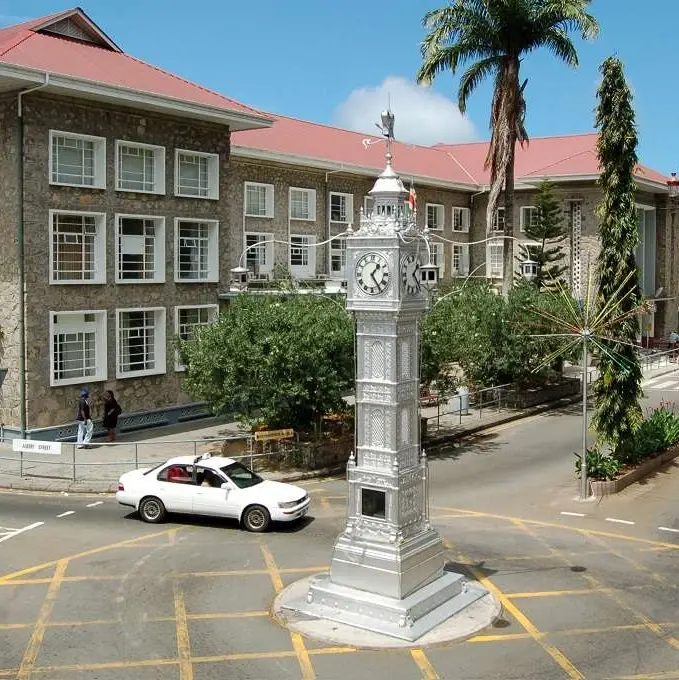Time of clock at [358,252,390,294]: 1:24
